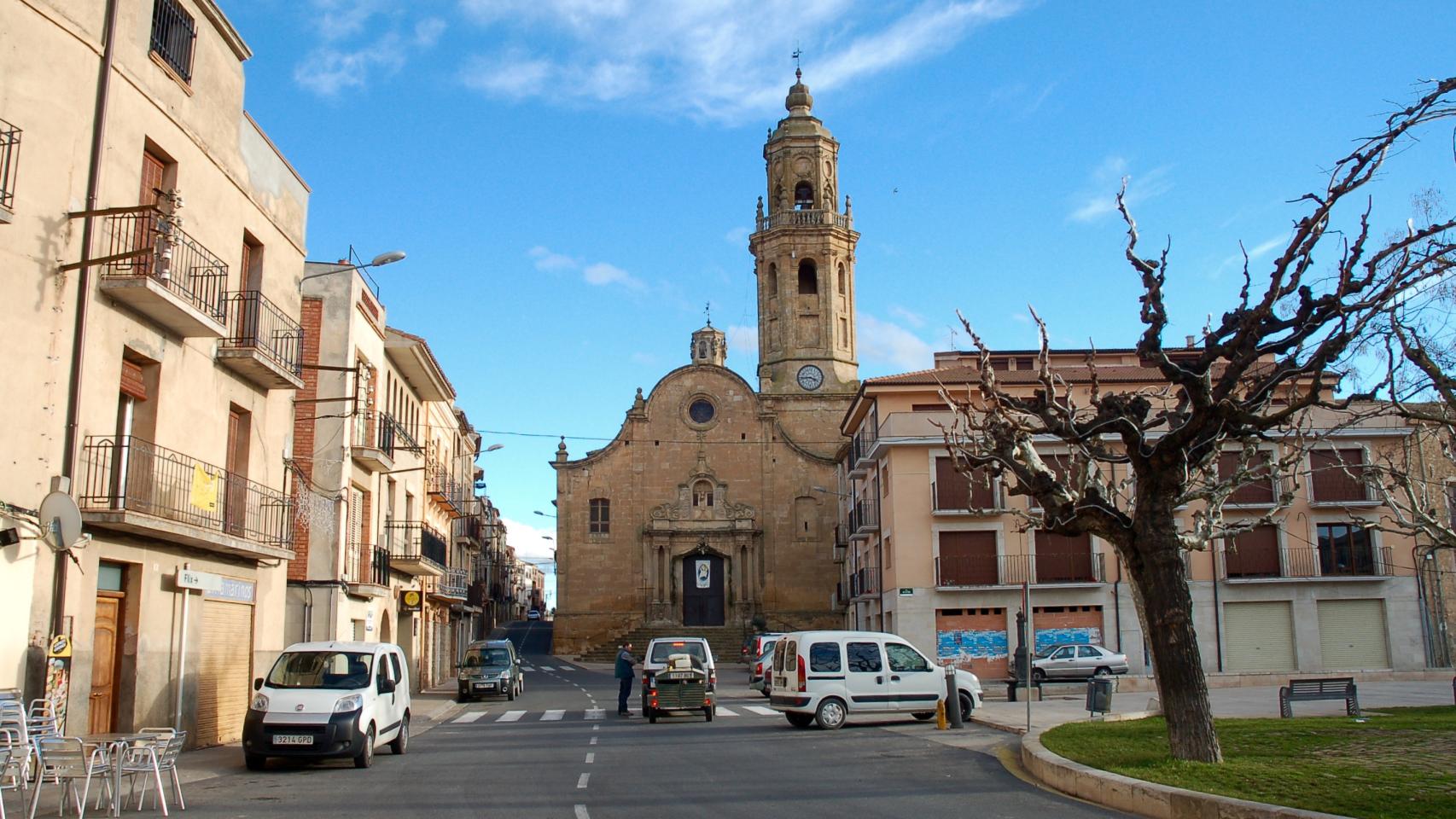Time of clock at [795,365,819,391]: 3:44
